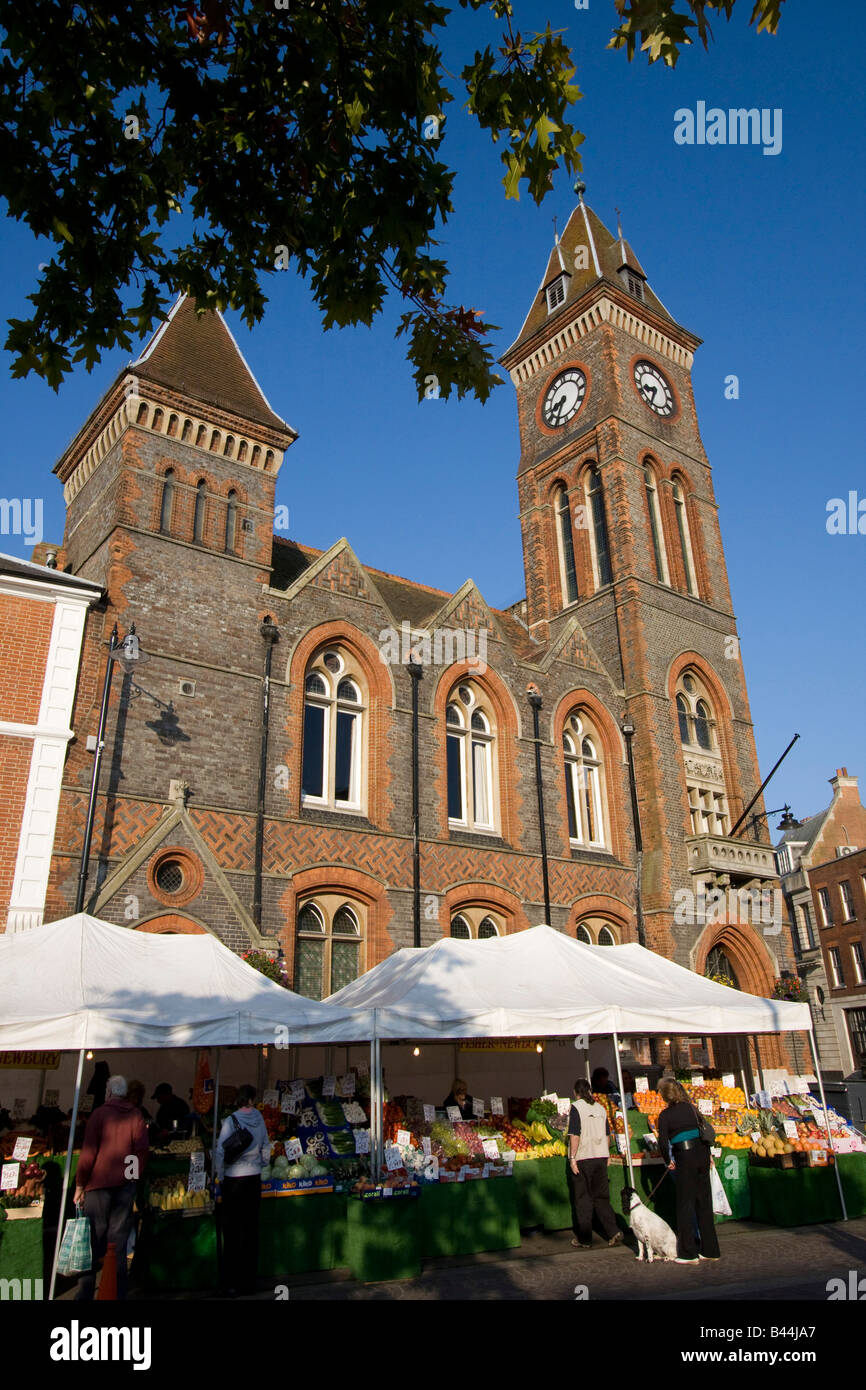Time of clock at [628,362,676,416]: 8:34
